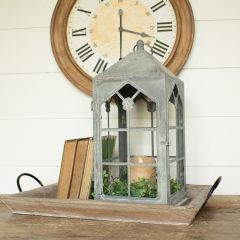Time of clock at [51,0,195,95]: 3:29
